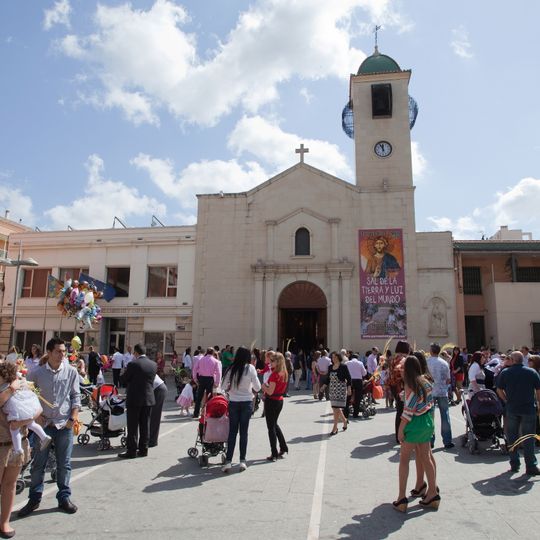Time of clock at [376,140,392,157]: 11:55
